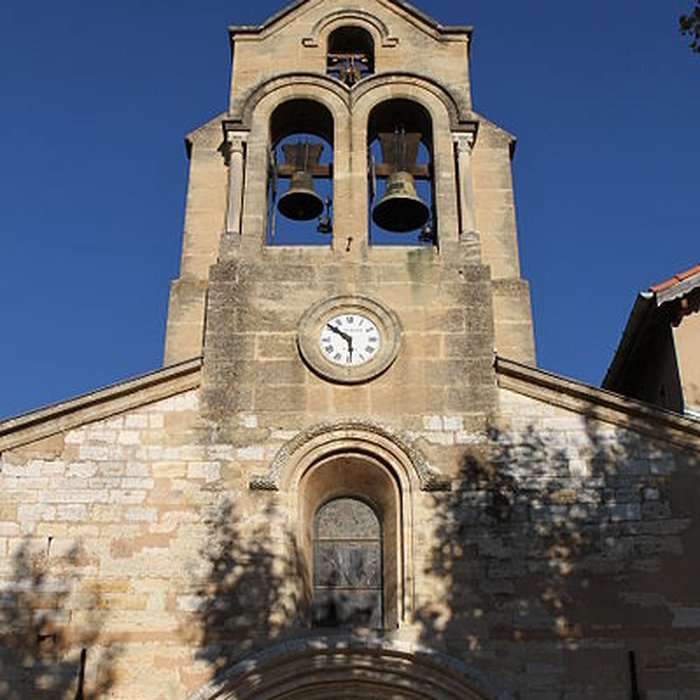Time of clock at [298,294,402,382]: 5:51
